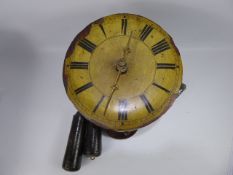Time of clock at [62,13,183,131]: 12:33
